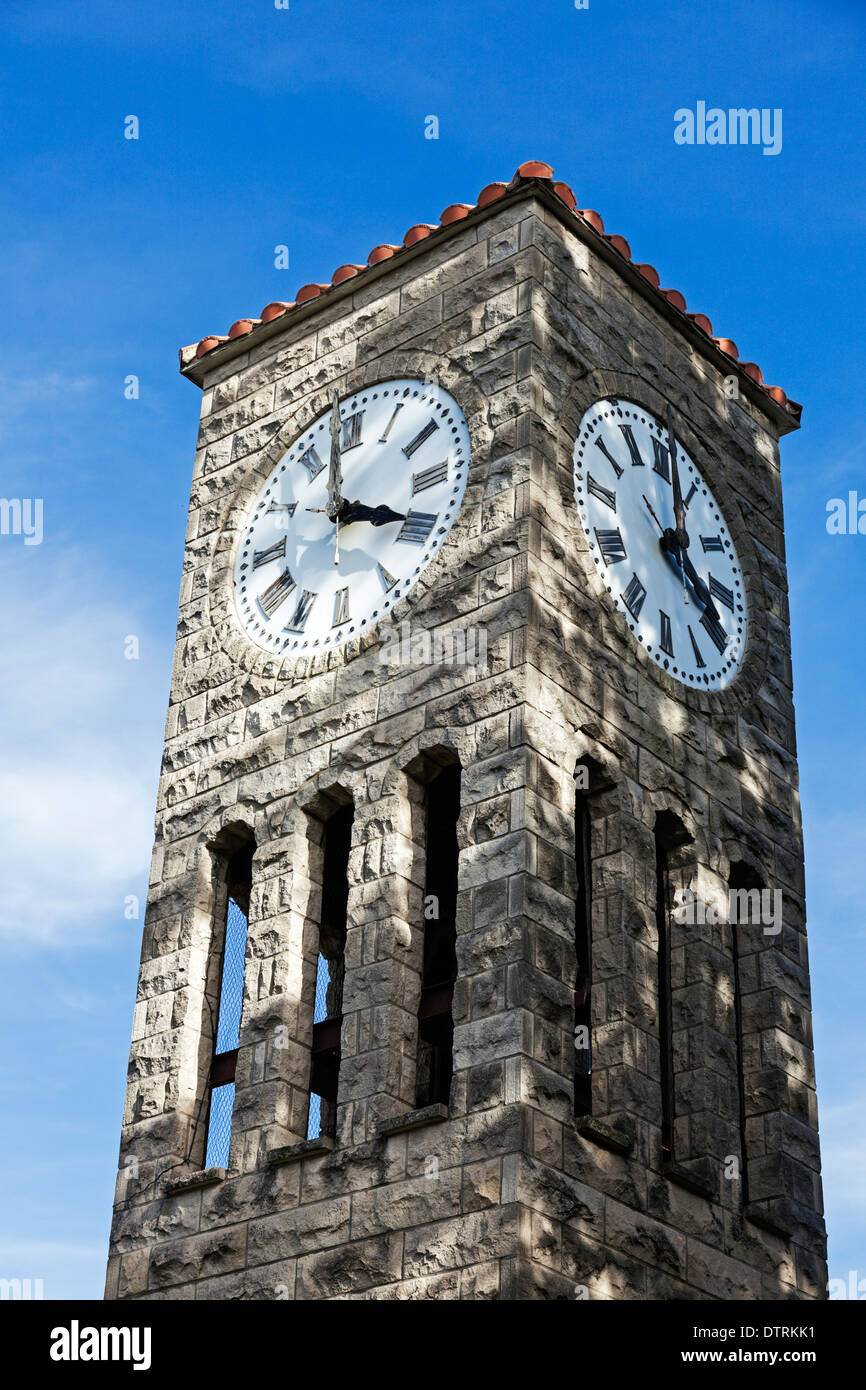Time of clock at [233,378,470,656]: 3:58
